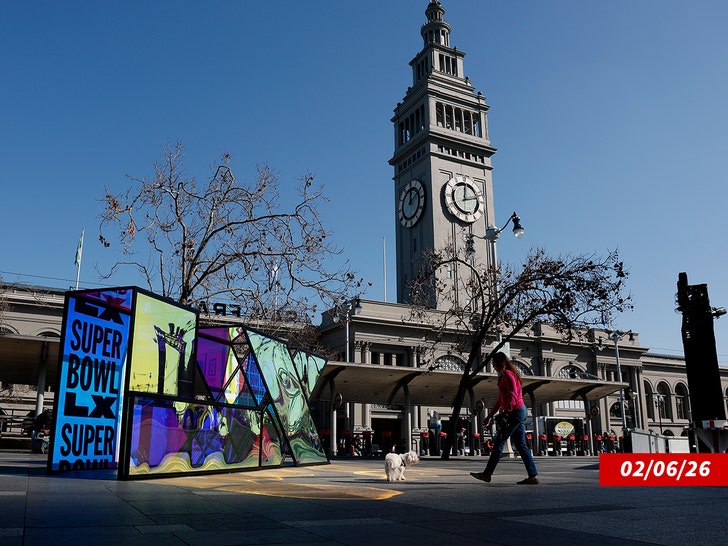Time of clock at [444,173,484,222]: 12:12
